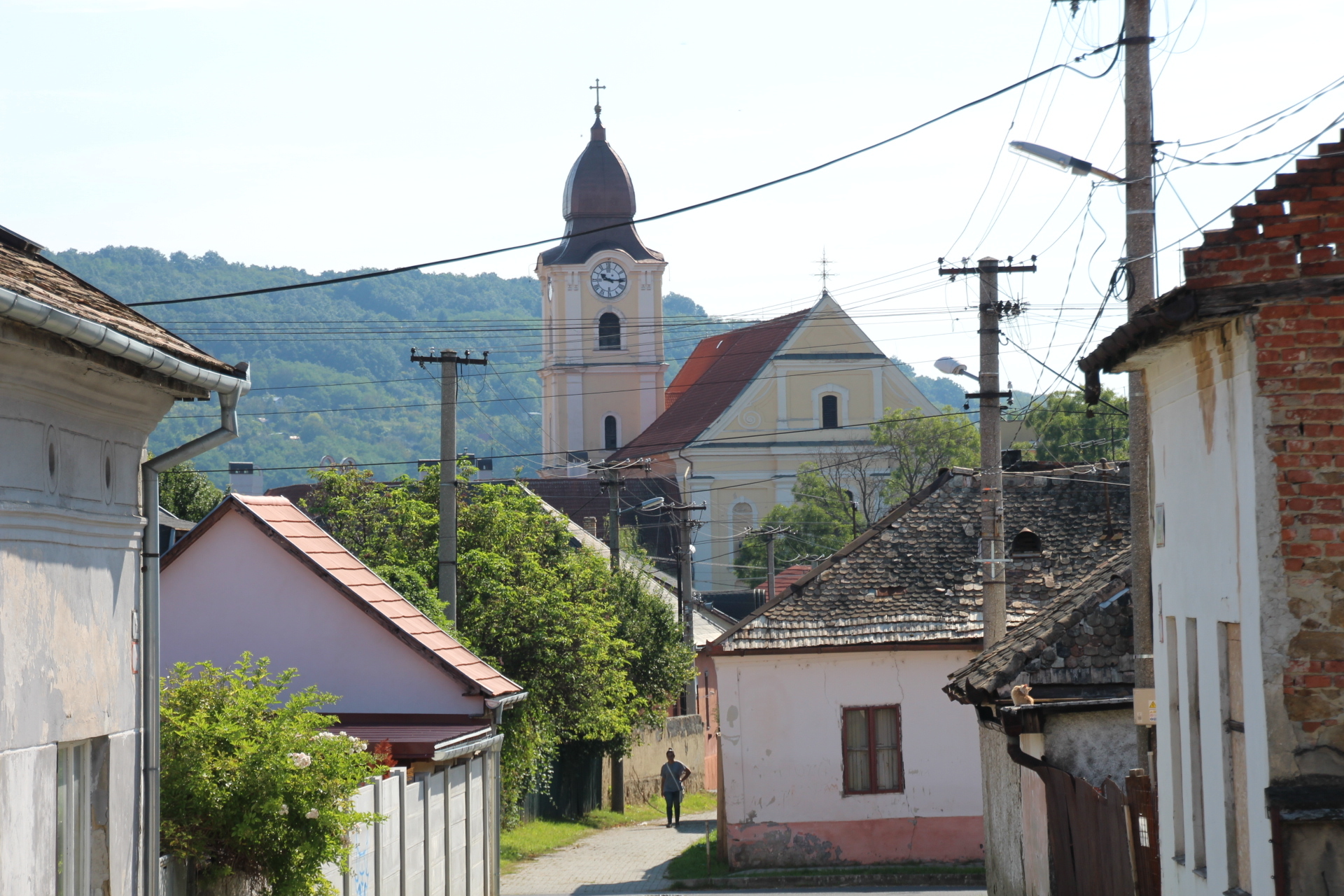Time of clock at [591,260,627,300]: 10:15
